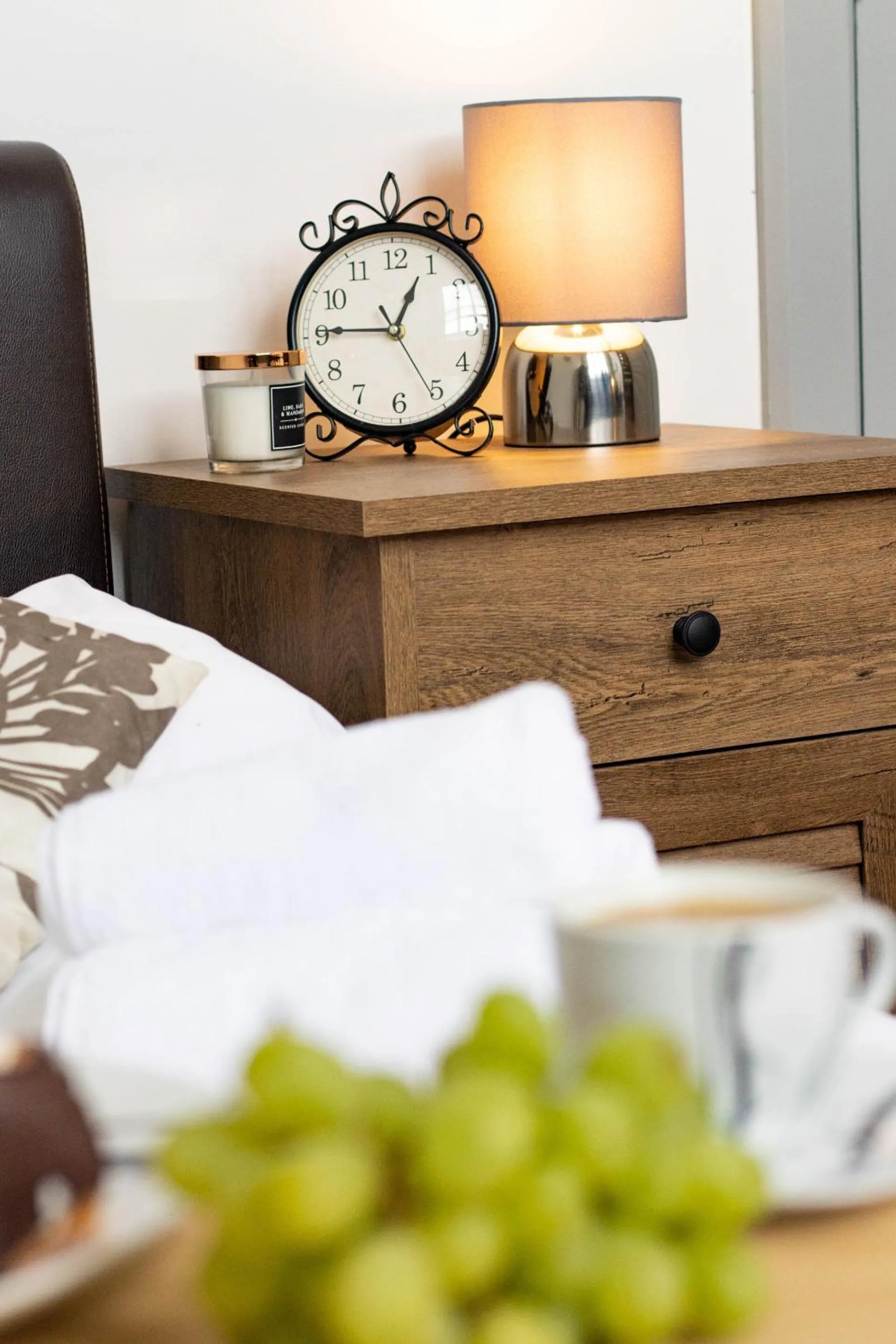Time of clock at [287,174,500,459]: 12:45
